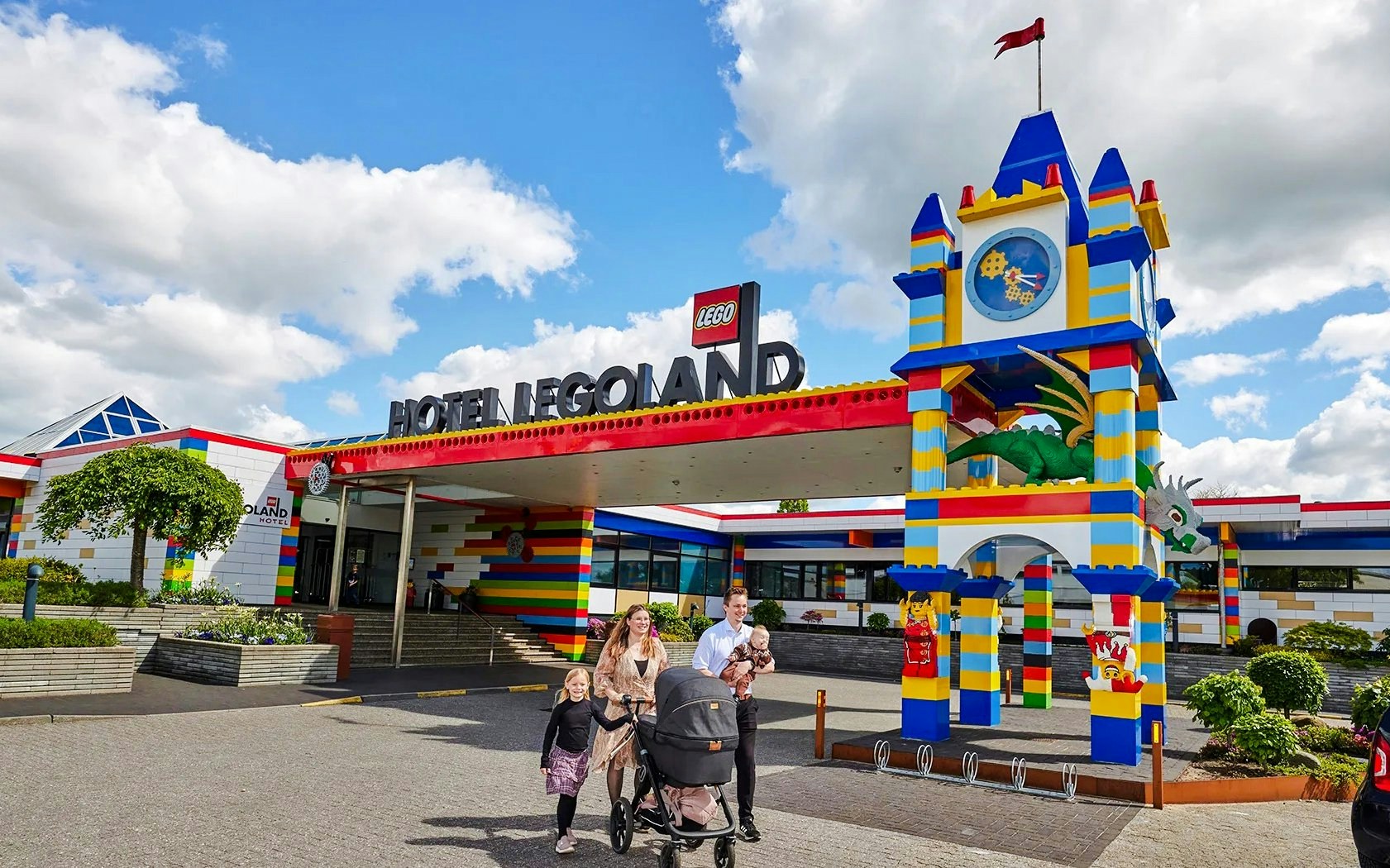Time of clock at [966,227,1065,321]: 3:20
